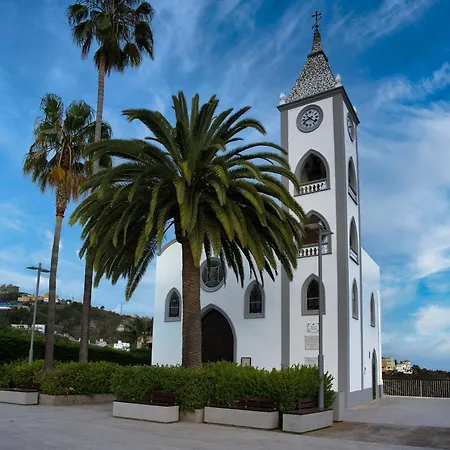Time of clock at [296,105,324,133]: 8:21
